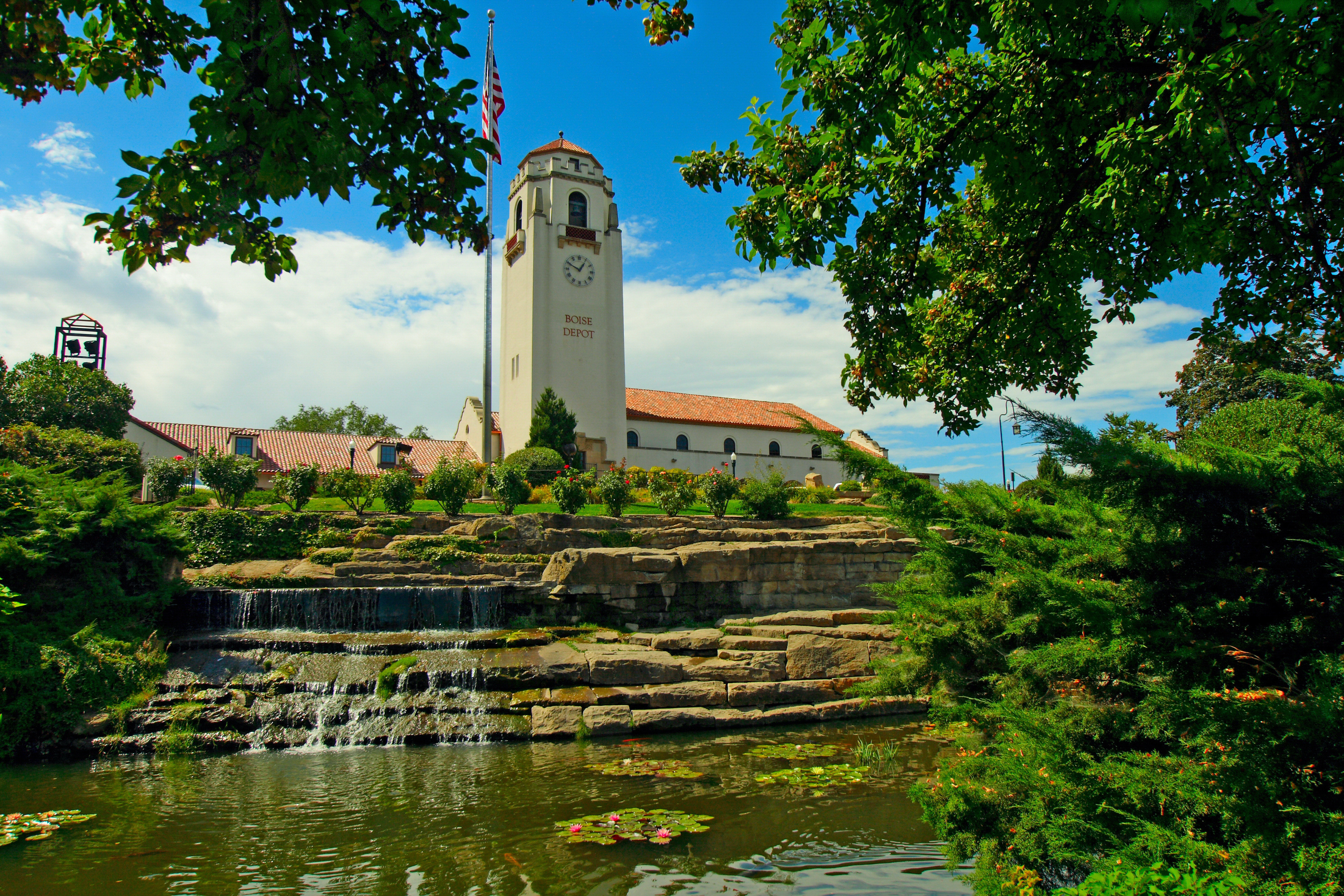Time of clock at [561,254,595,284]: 12:49
